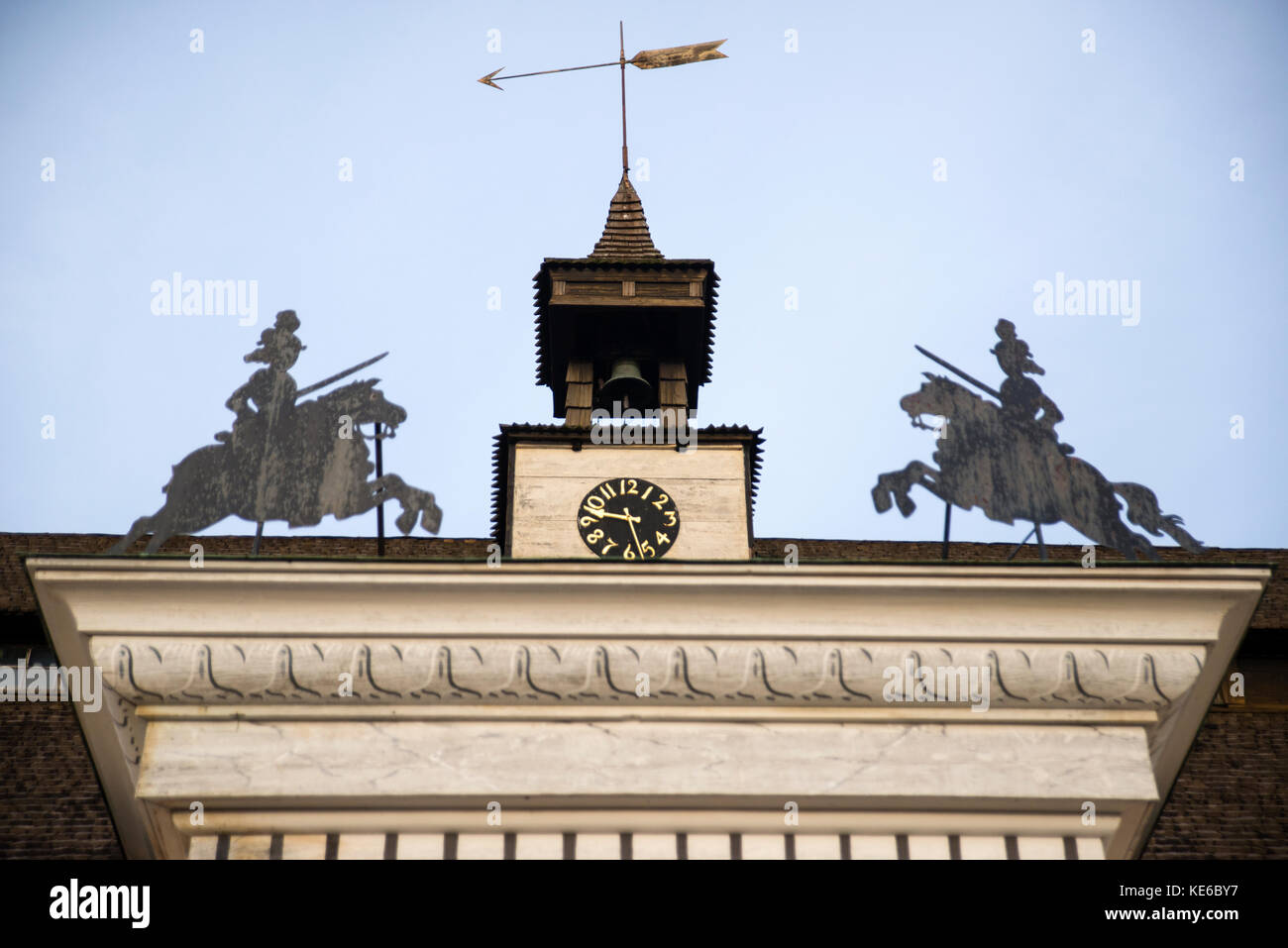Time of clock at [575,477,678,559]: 9:27
